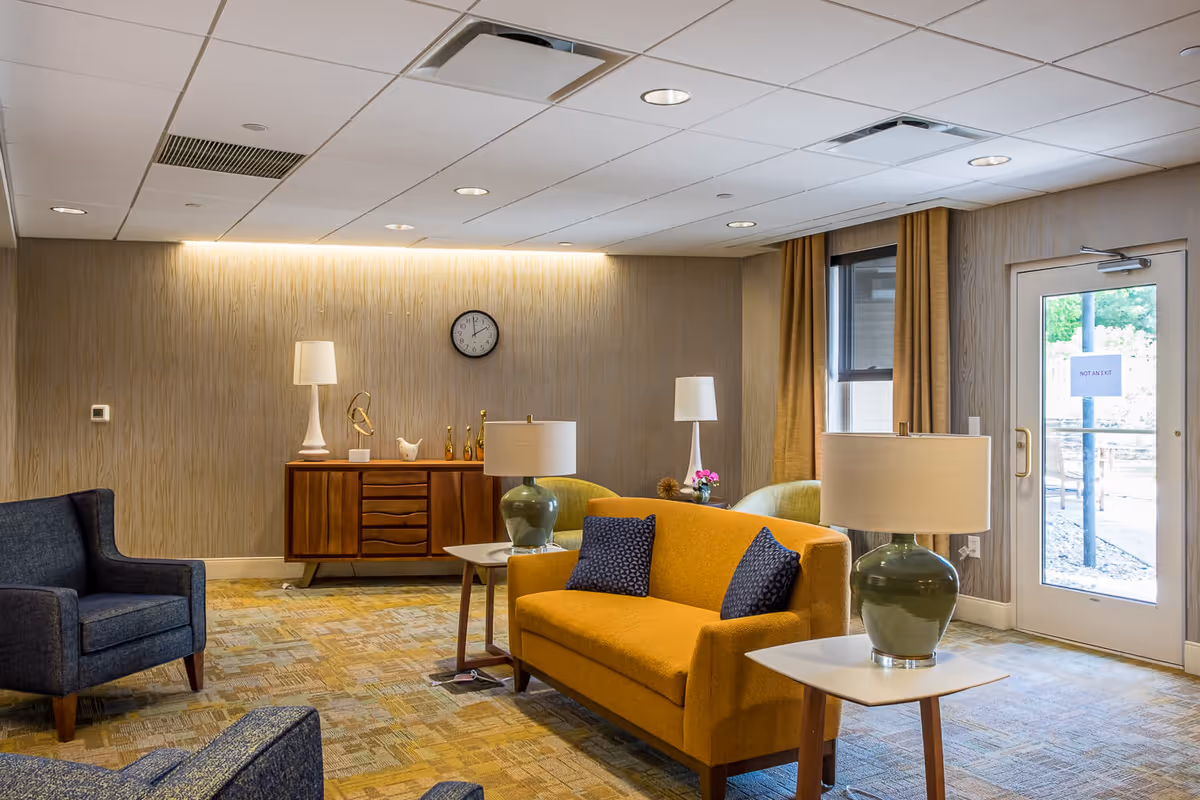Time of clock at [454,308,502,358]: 1:59
